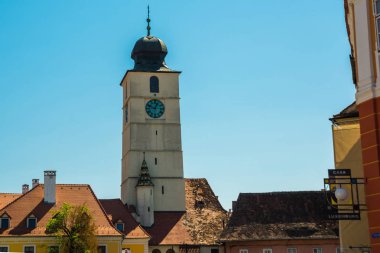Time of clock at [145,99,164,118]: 12:48
